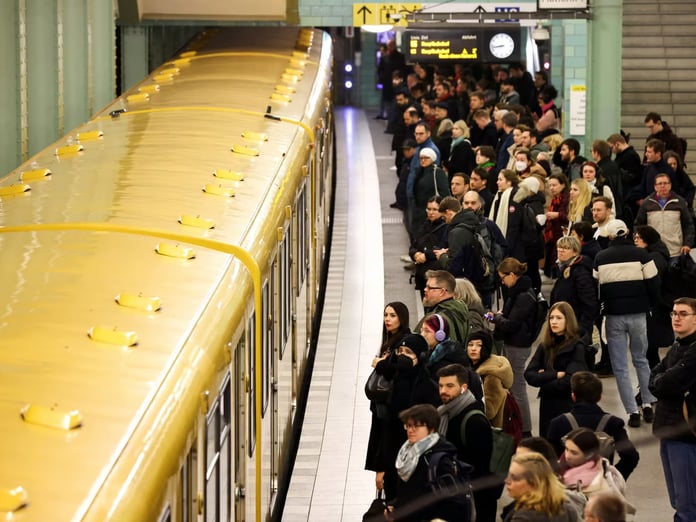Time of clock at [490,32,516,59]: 8:43
